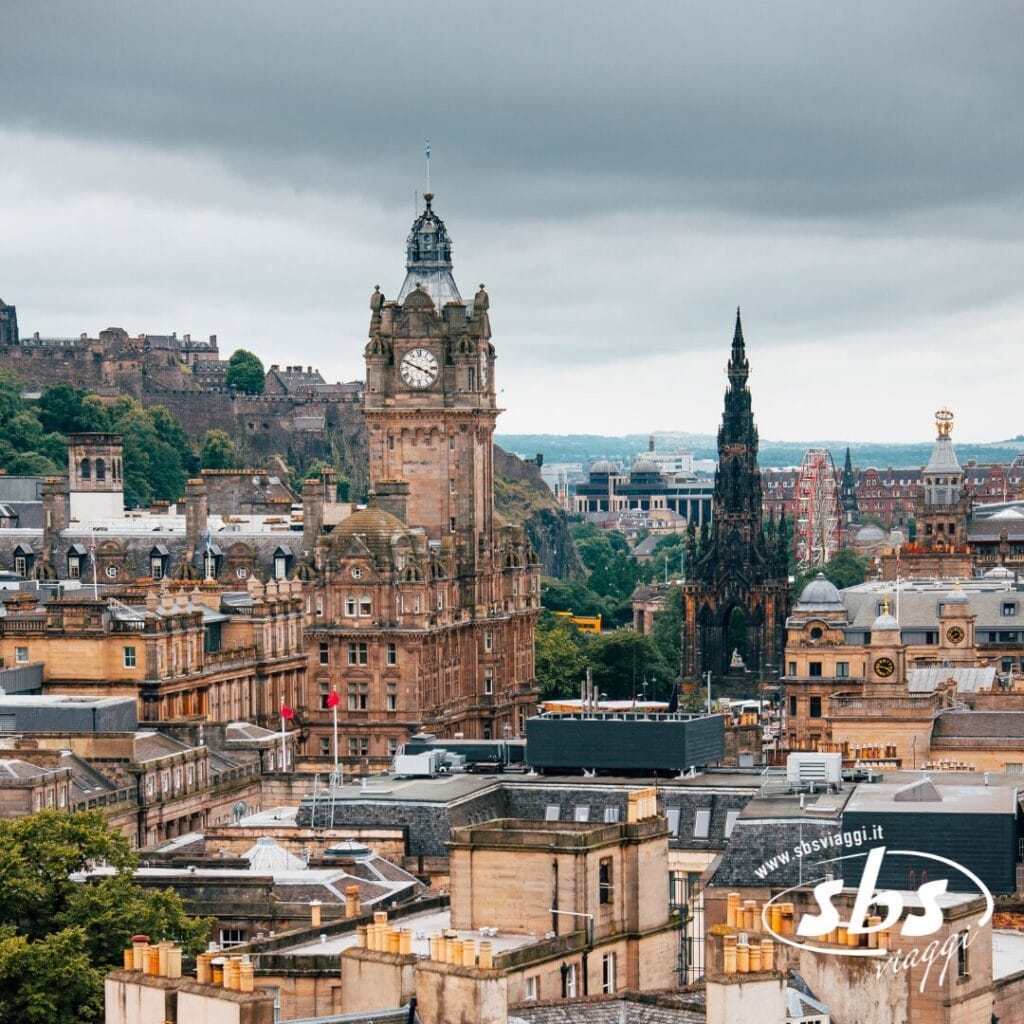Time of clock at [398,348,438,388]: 3:48
